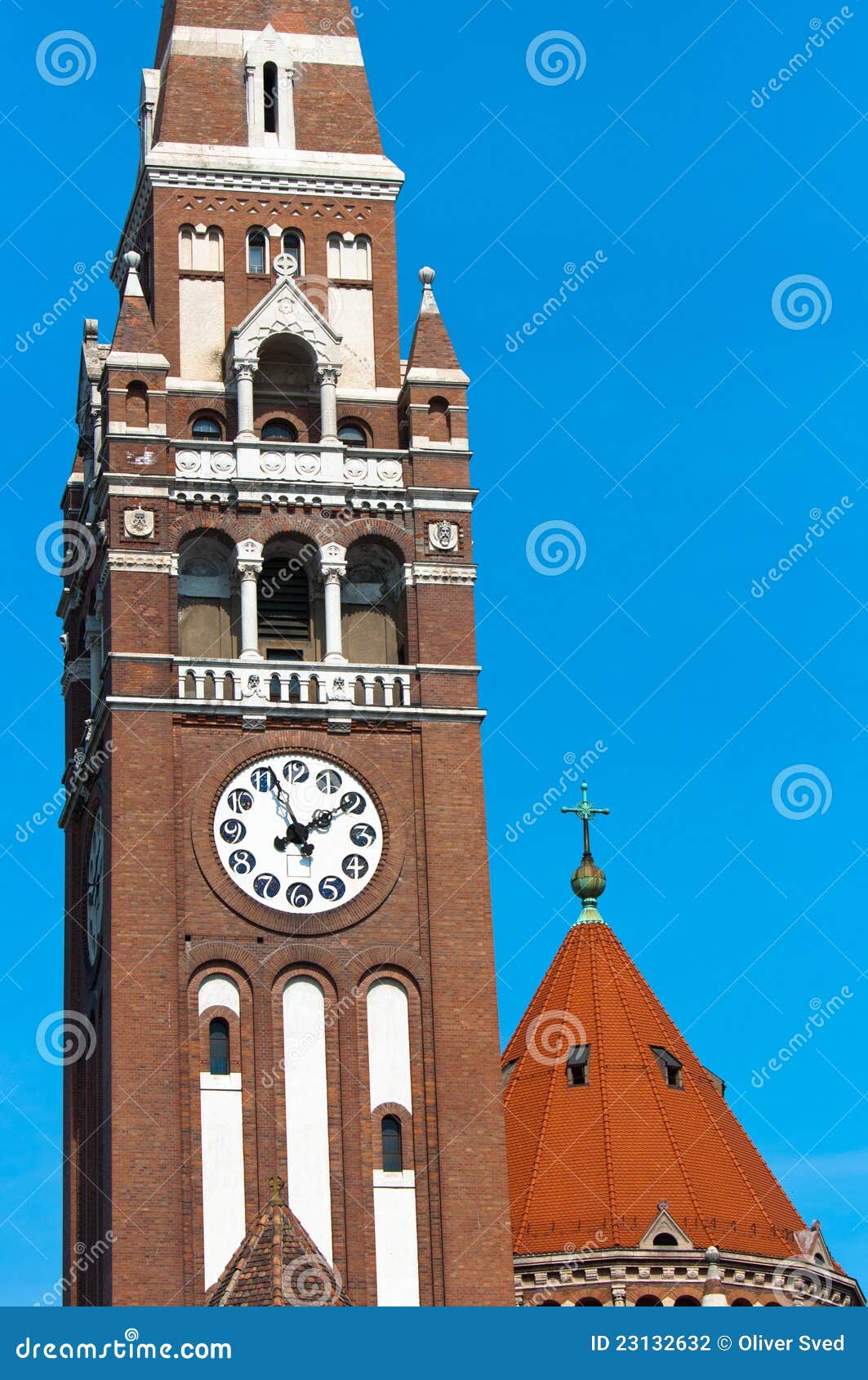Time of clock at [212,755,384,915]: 1:56
